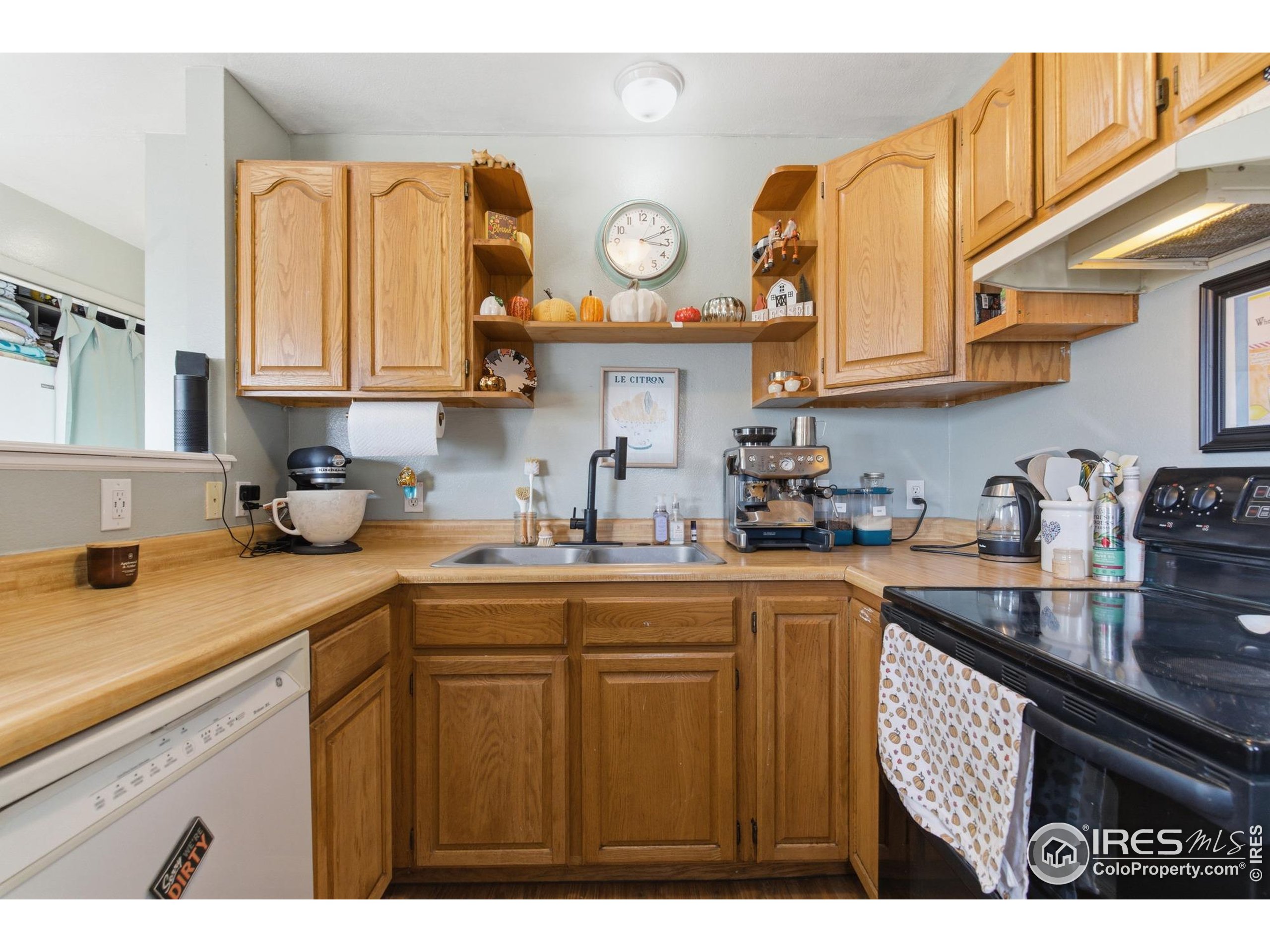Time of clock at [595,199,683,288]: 3:11
